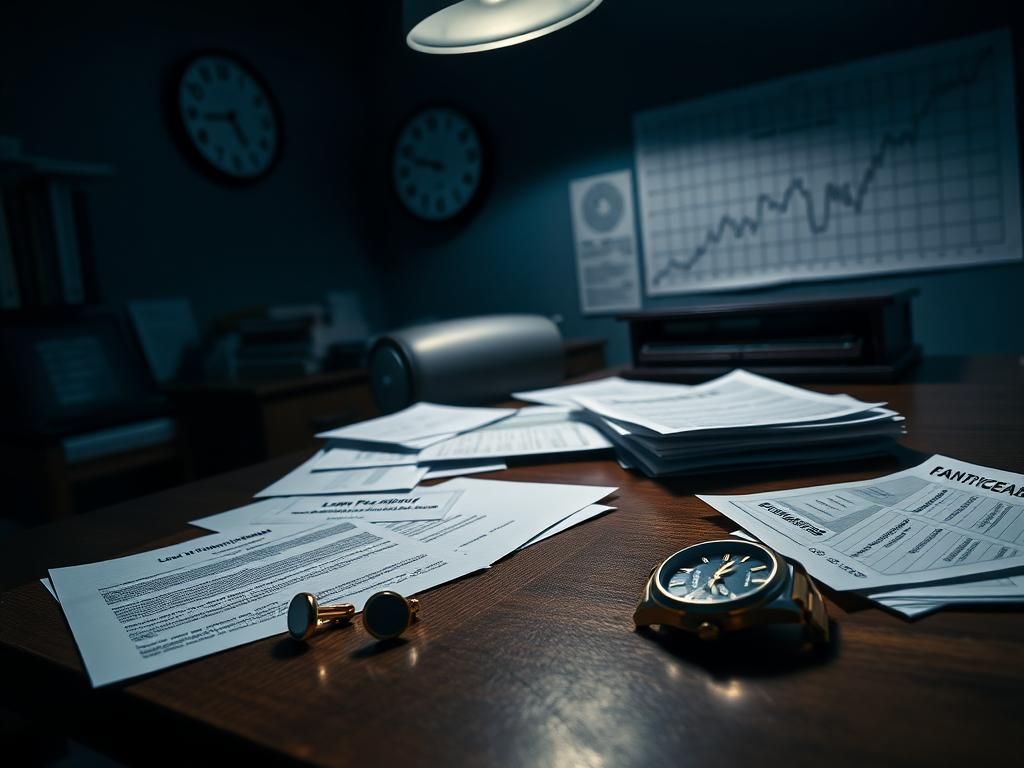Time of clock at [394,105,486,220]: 9:48
